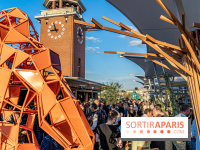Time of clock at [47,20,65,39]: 8:56
